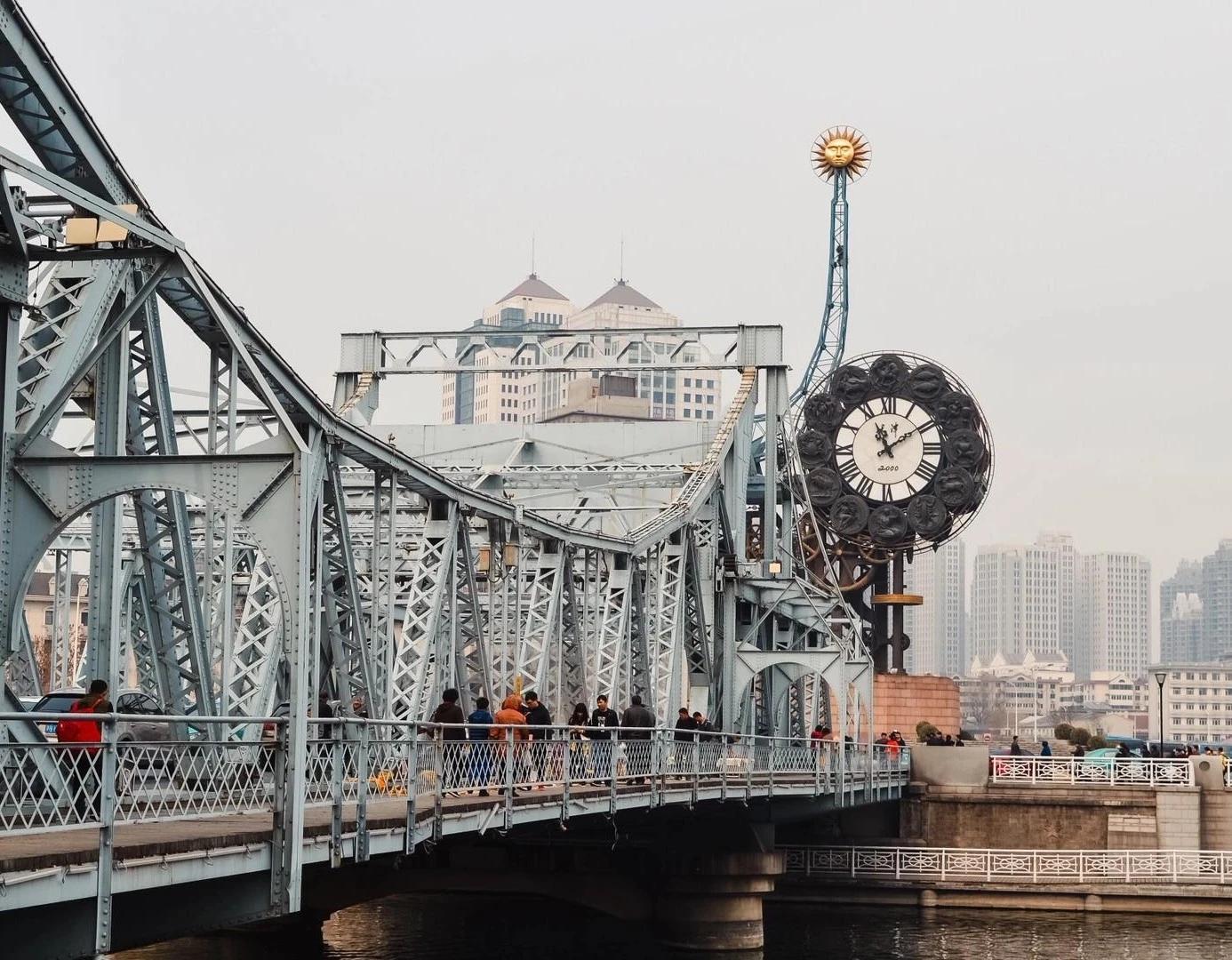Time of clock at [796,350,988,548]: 11:09
